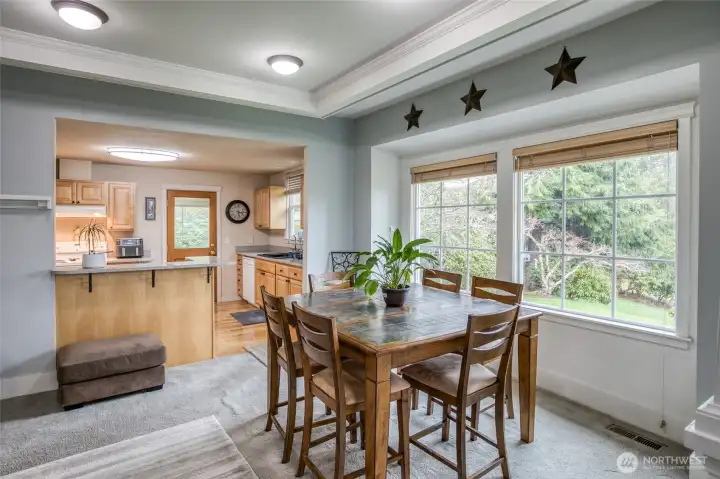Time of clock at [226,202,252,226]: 5:15
